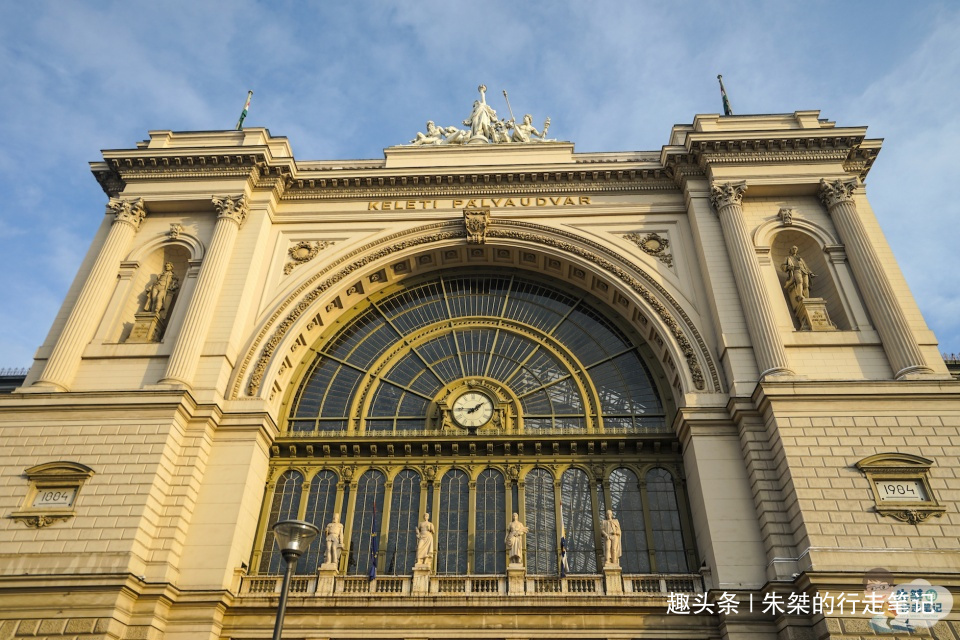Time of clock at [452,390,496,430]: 1:46
